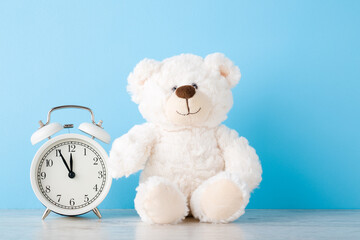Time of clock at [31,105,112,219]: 11:55
